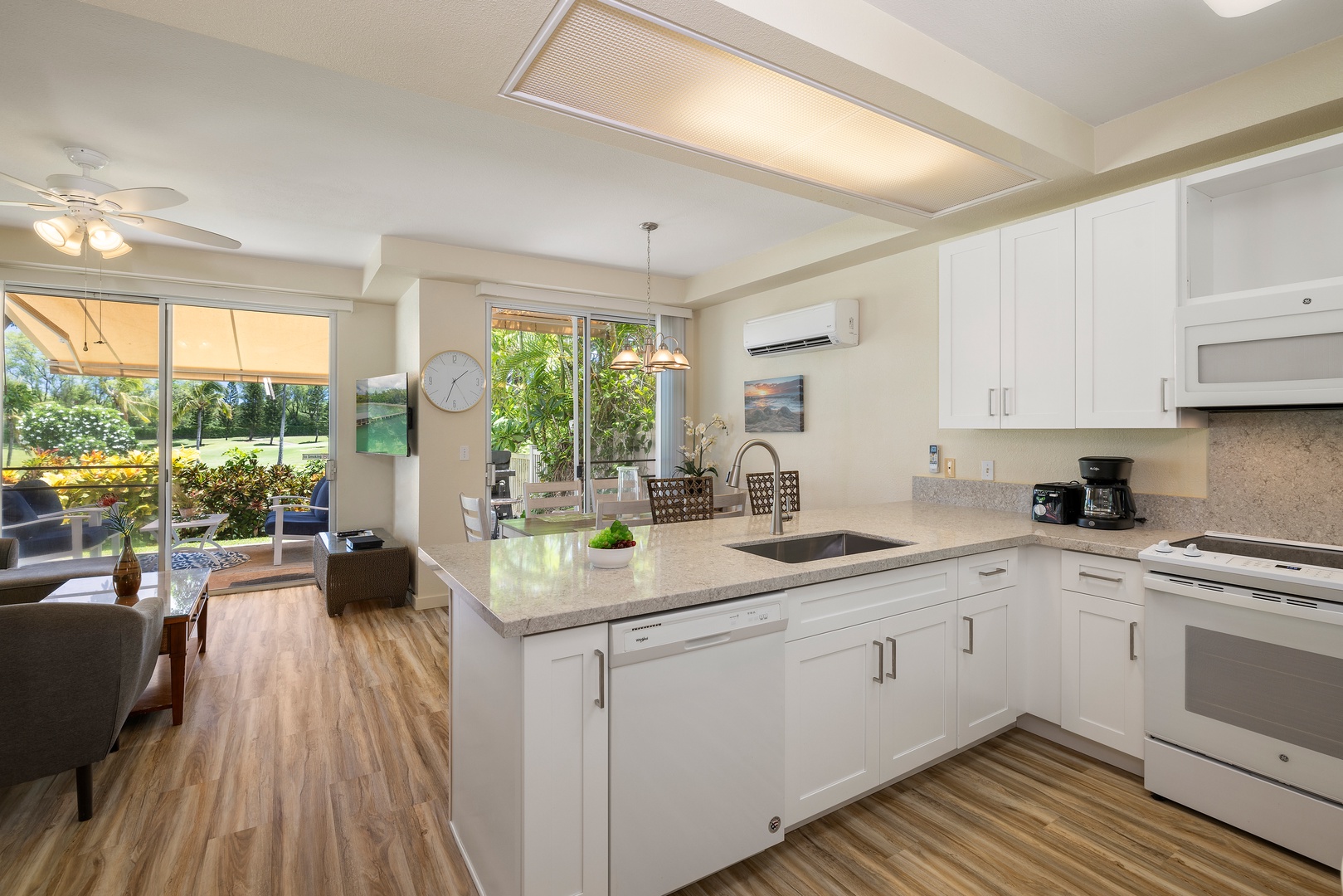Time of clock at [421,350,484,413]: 1:33
